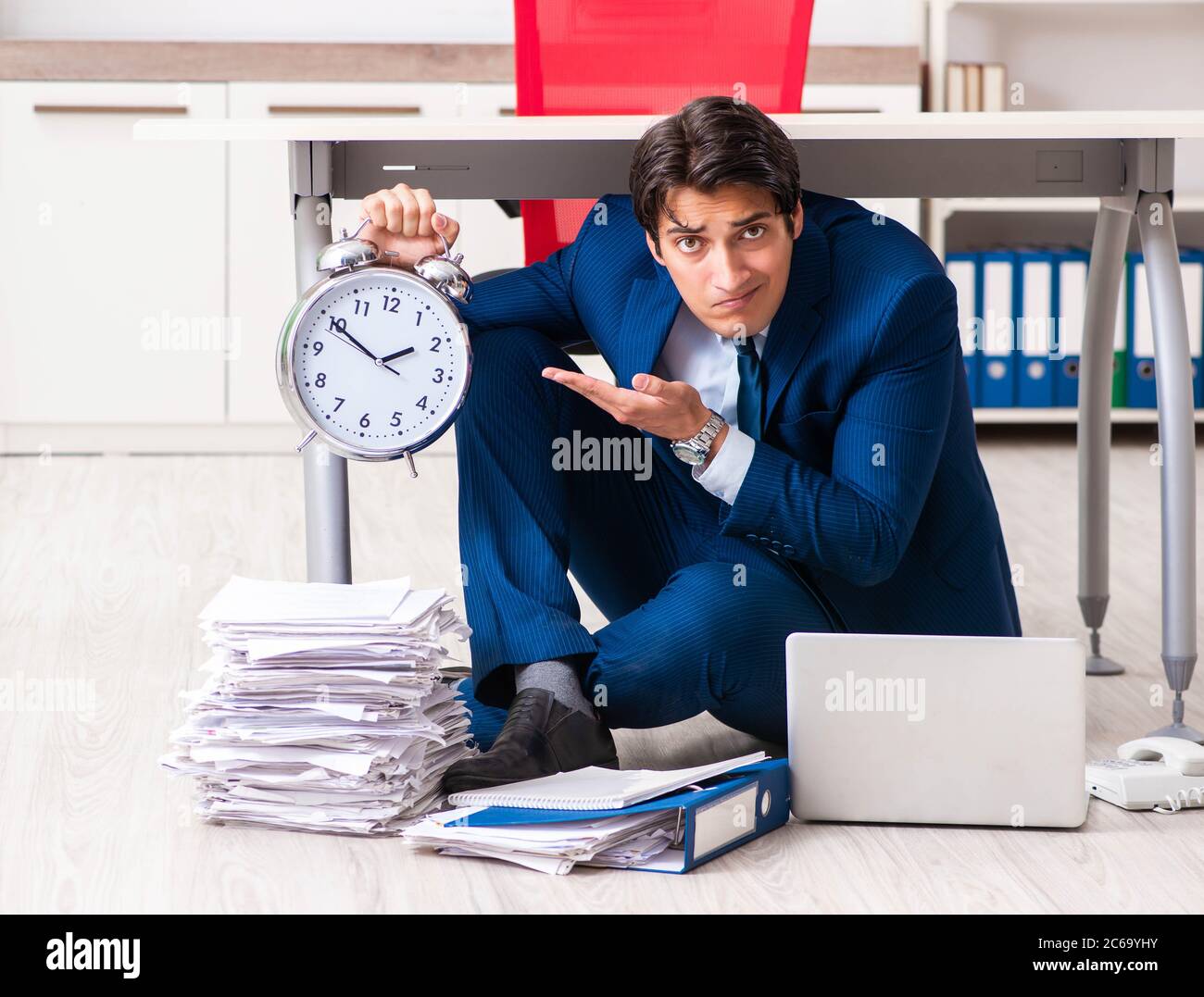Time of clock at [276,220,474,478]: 1:50
